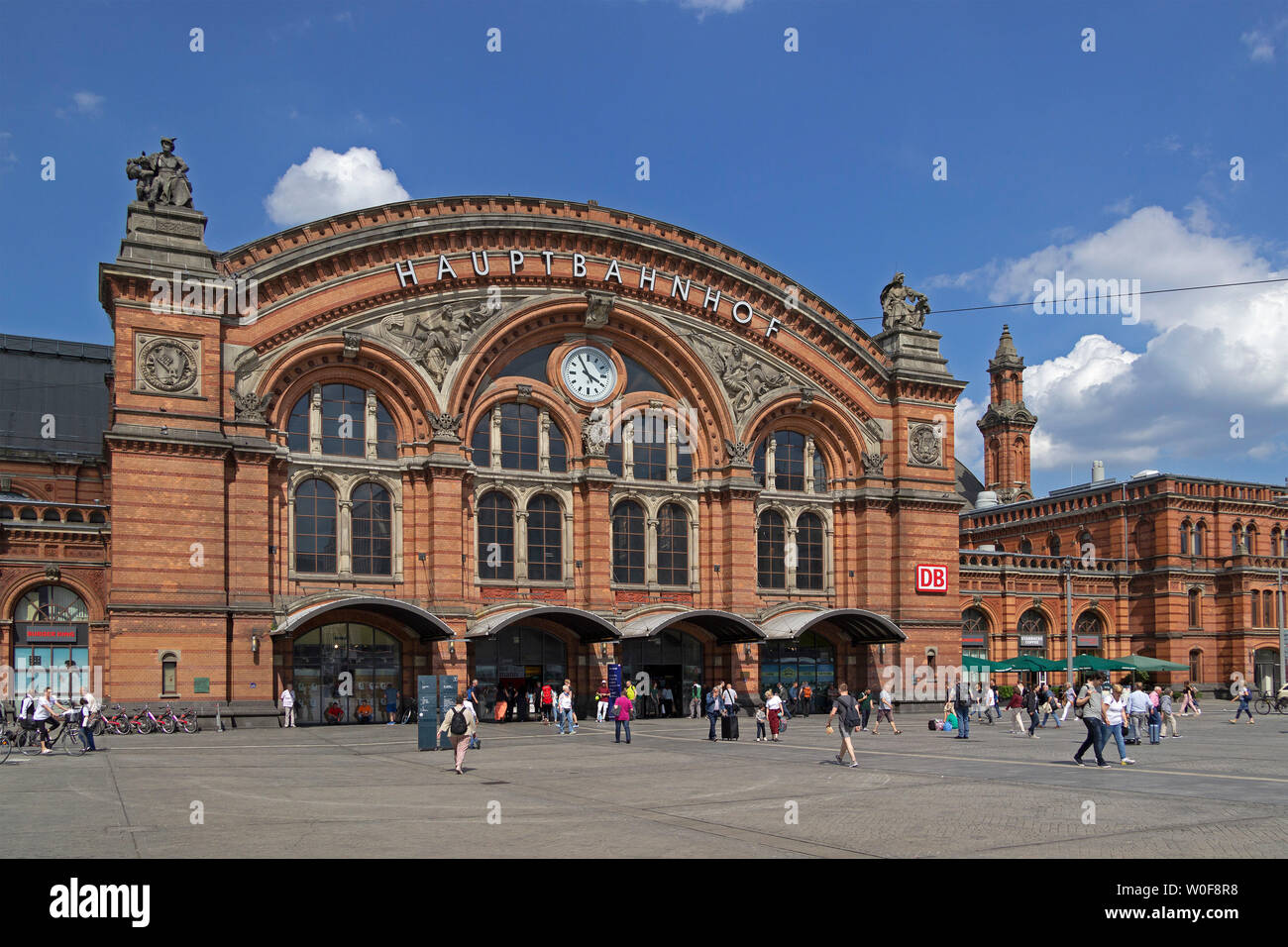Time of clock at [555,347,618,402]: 3:55
